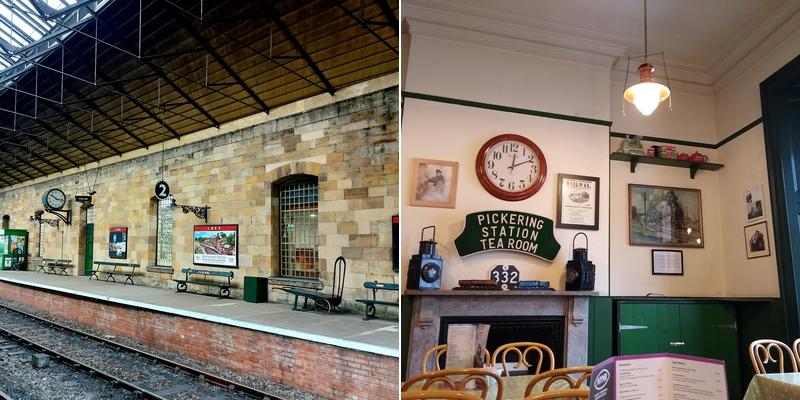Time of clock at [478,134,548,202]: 12:10
